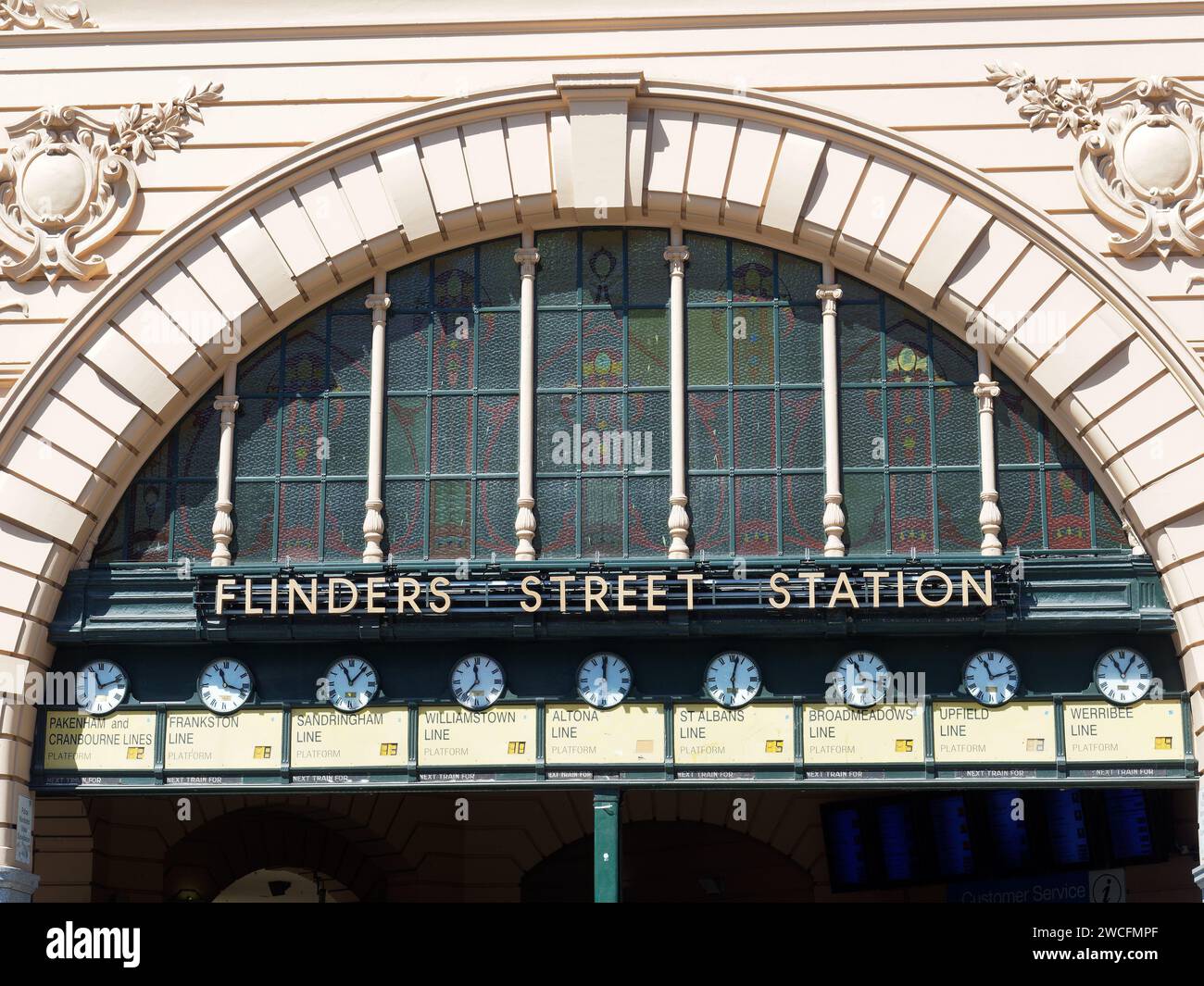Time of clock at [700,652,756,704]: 6:02
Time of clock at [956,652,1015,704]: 11:12
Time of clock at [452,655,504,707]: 11:36
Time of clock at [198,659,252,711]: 11:17
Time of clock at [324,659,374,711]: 11:07
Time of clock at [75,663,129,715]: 11:11
